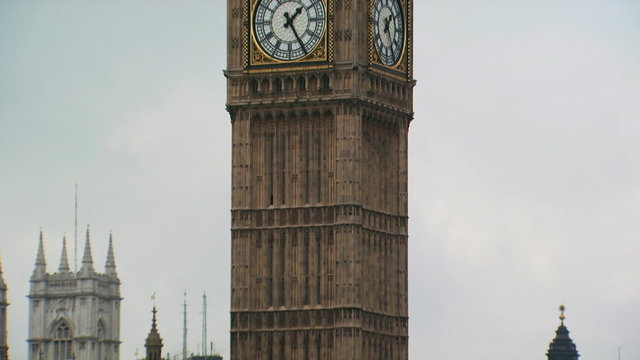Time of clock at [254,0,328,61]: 1:25
